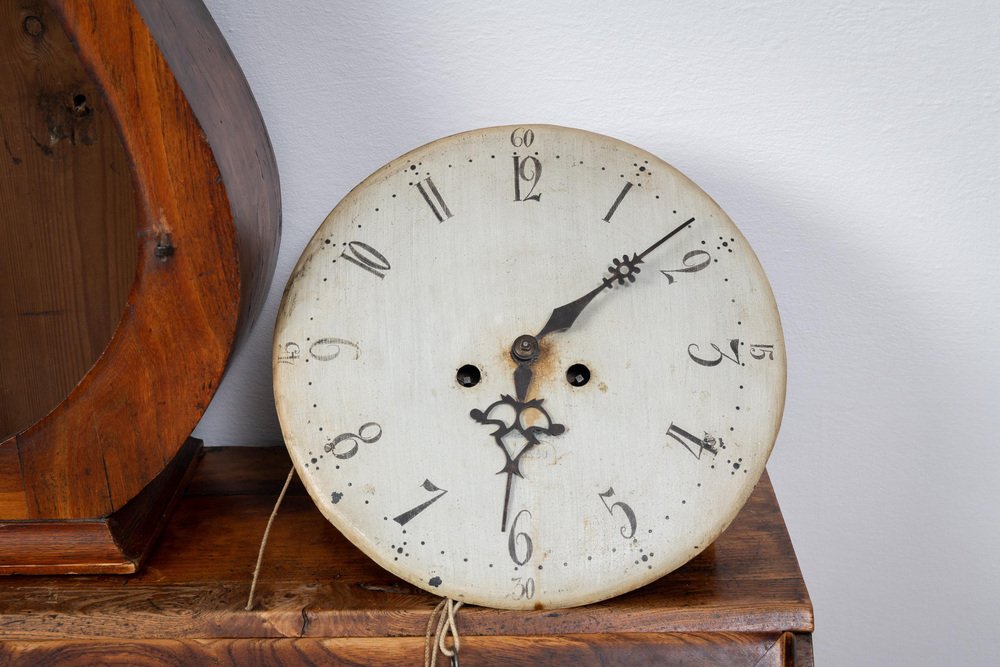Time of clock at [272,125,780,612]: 6:08
